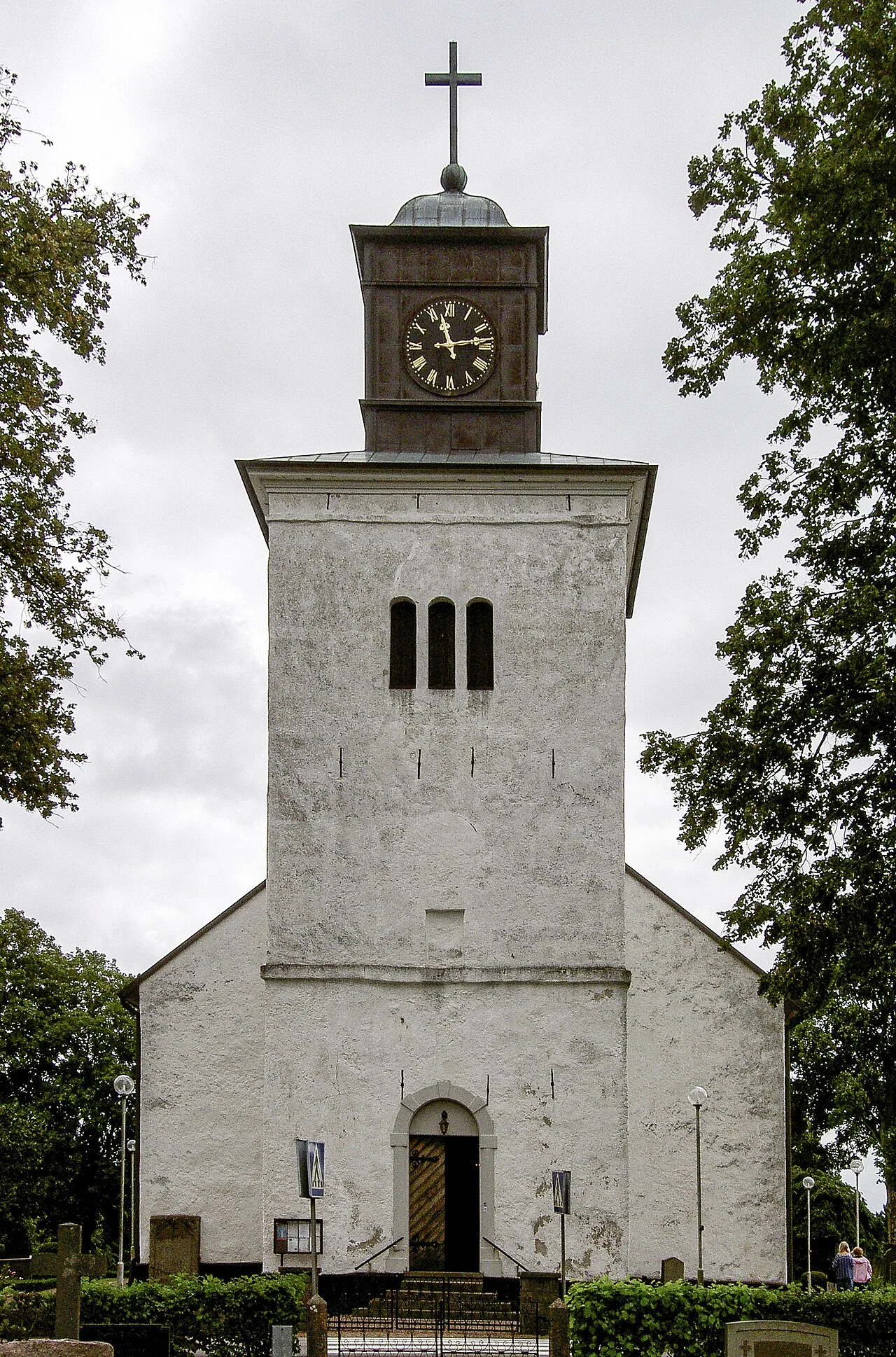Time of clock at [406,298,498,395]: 11:13
